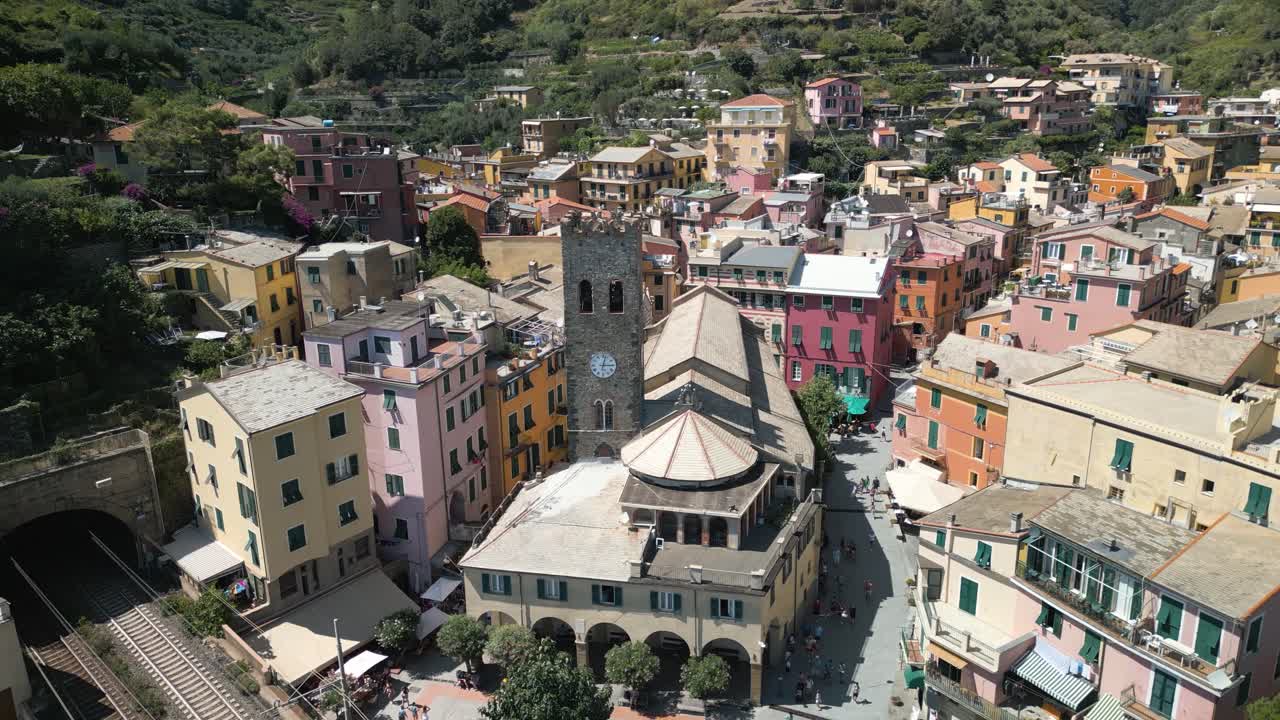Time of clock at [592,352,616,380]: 3:02
